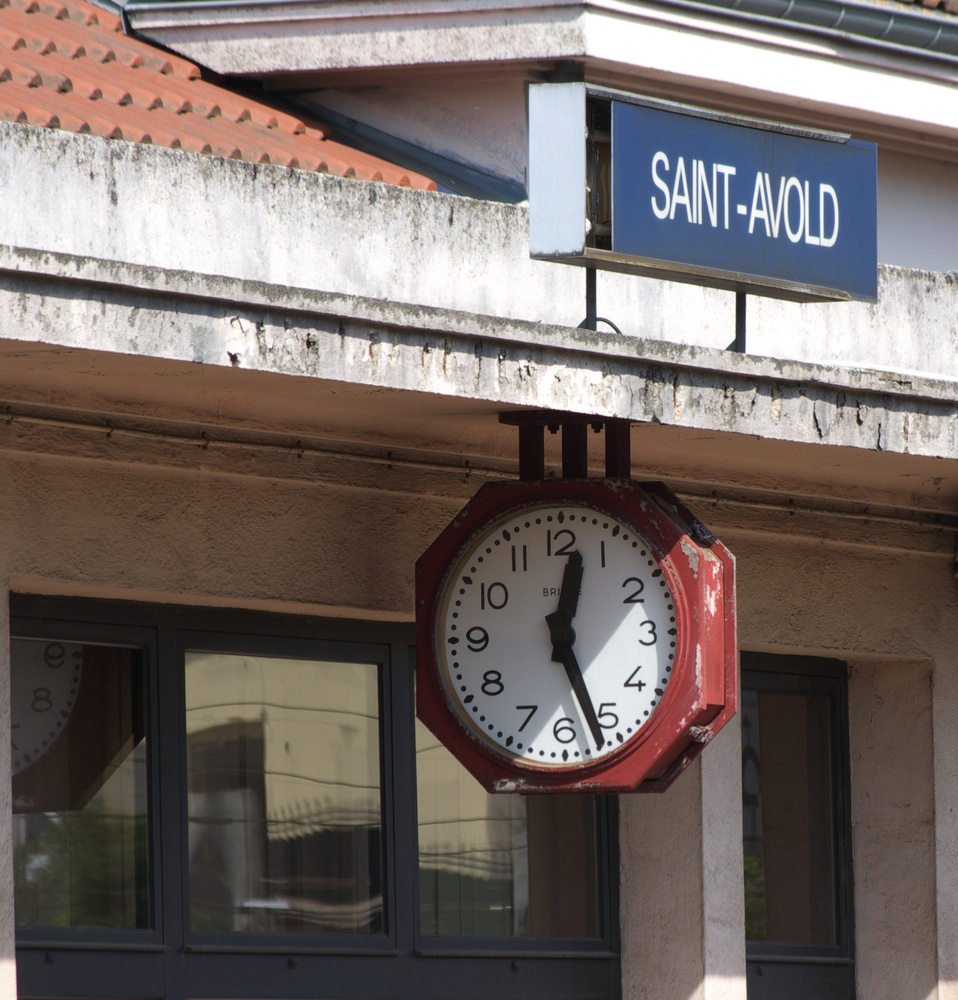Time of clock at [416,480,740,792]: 12:26
